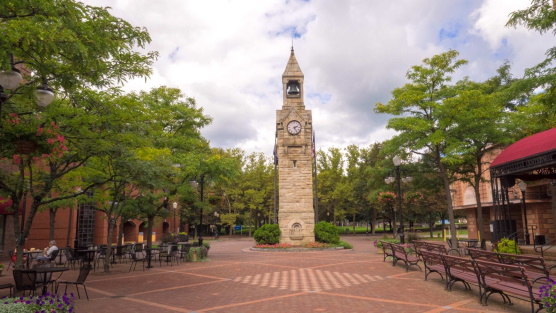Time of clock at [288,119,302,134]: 2:25
